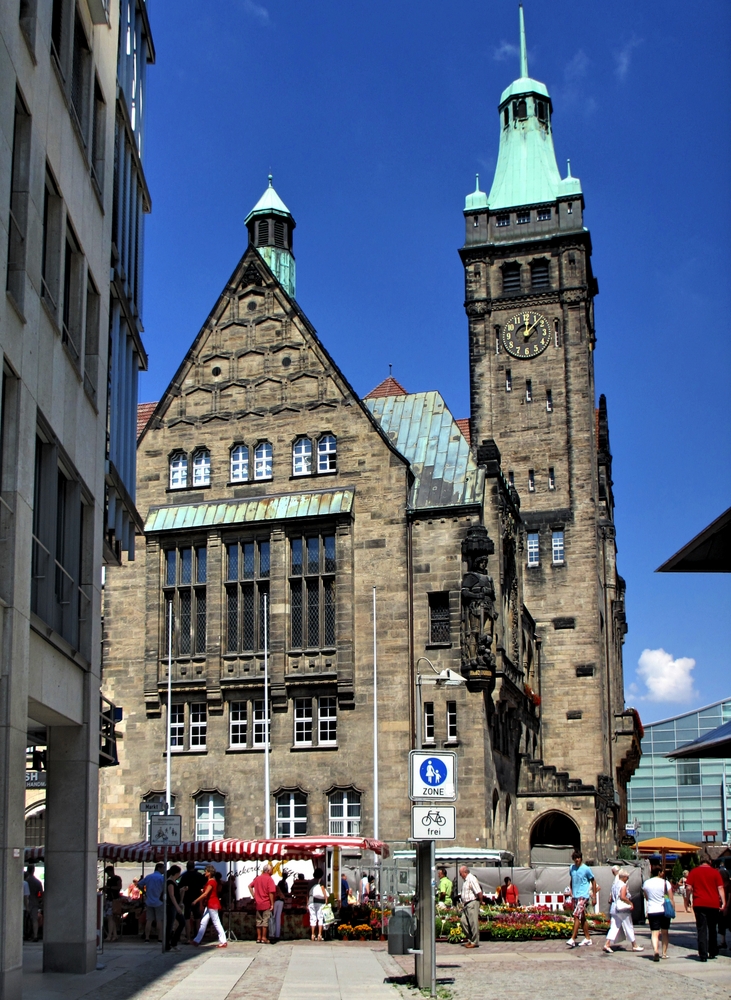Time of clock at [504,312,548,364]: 12:07
